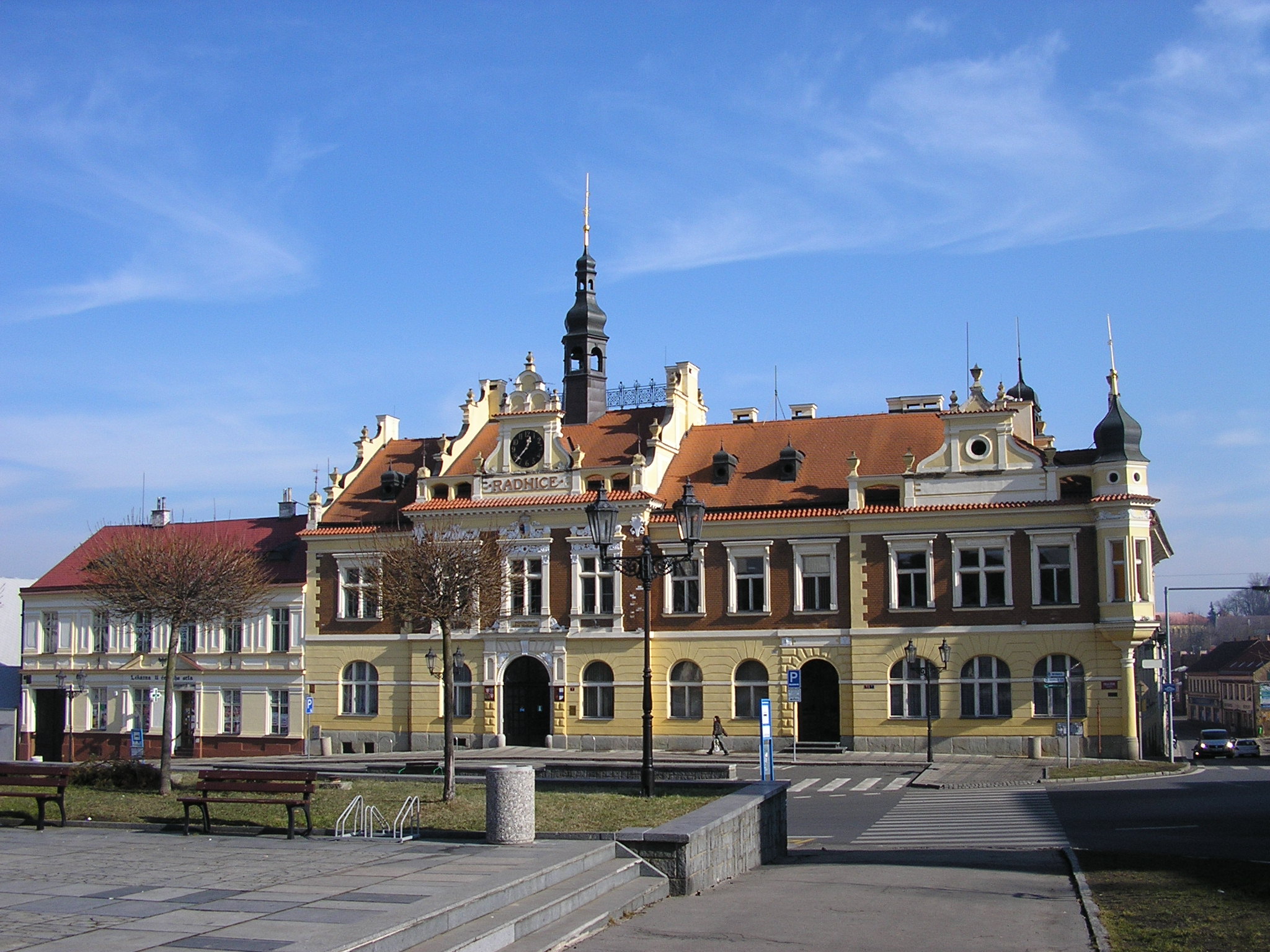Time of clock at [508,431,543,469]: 12:37
